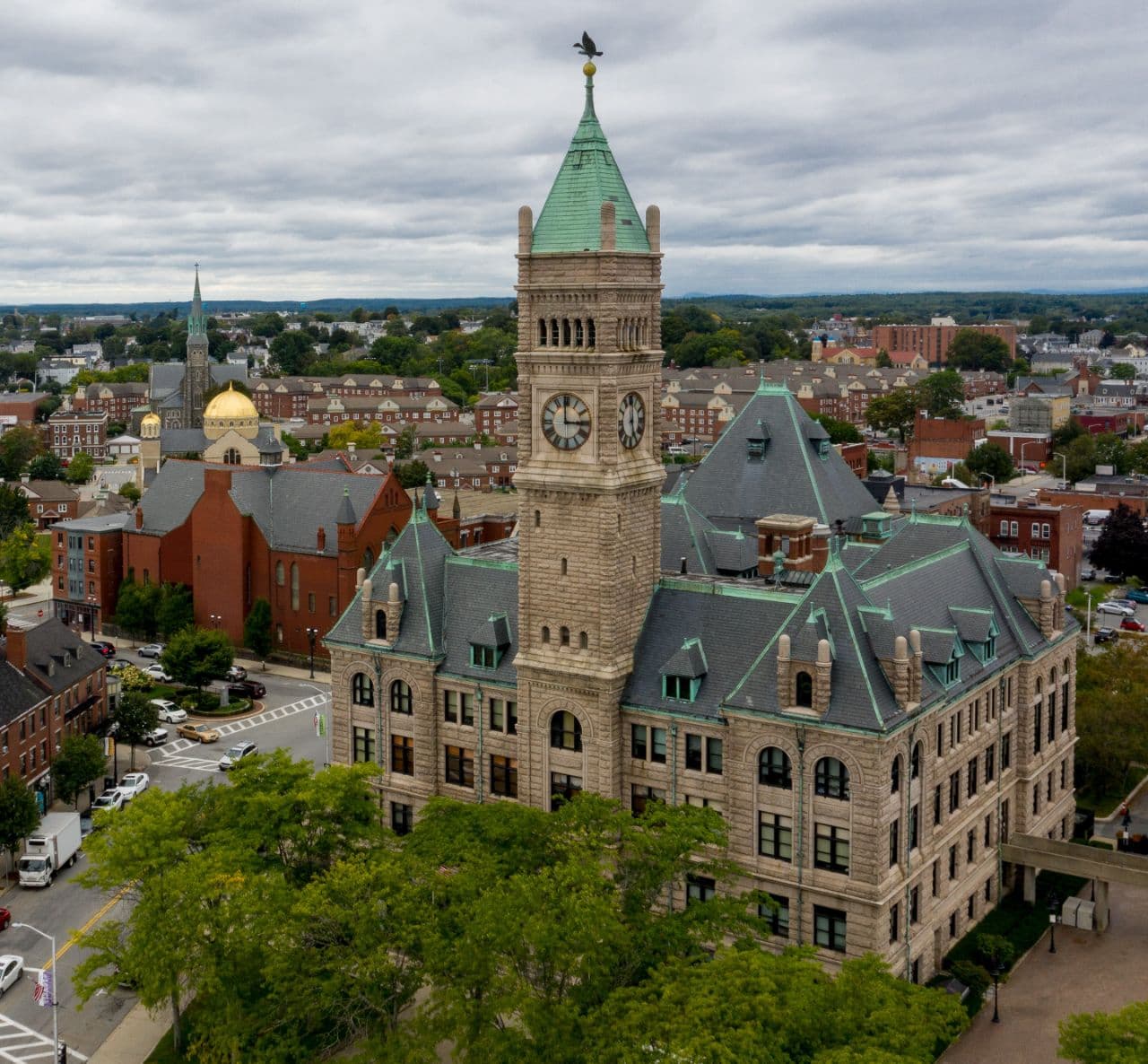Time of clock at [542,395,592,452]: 2:59
